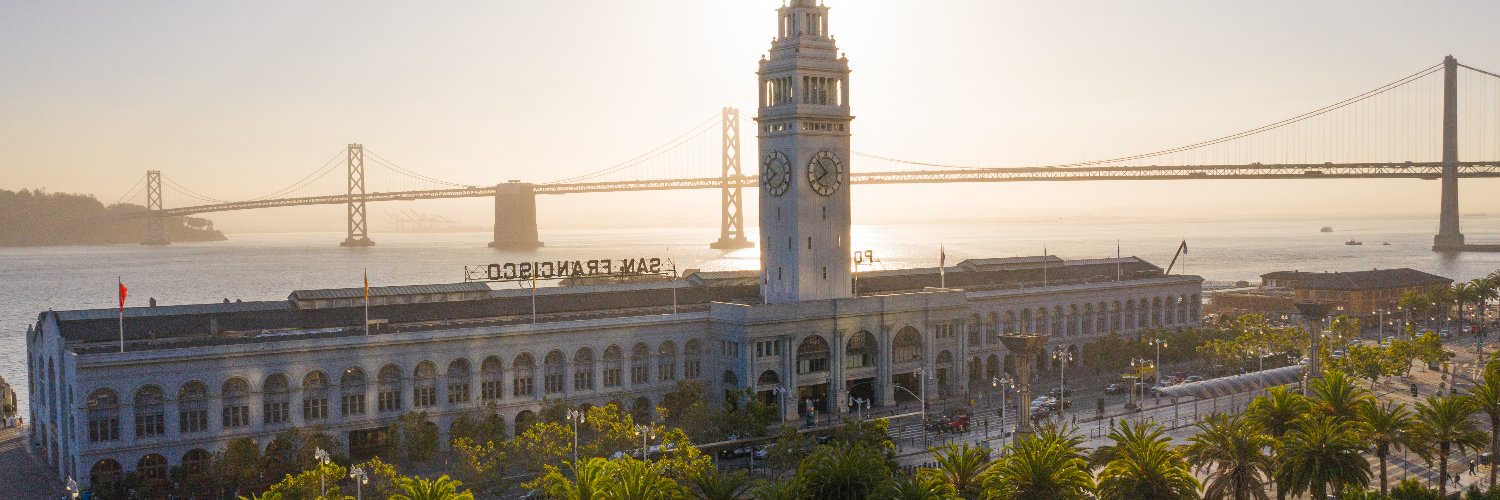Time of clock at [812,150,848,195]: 7:52
